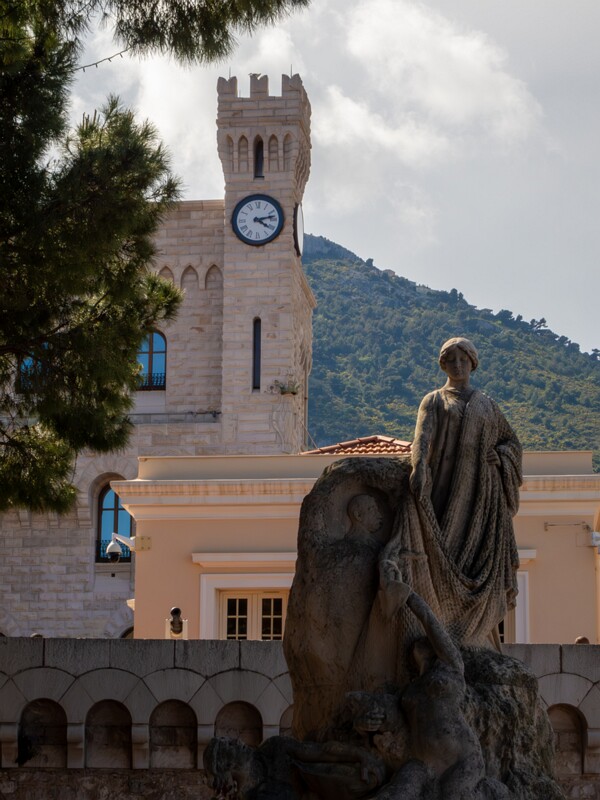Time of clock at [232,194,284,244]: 4:12
